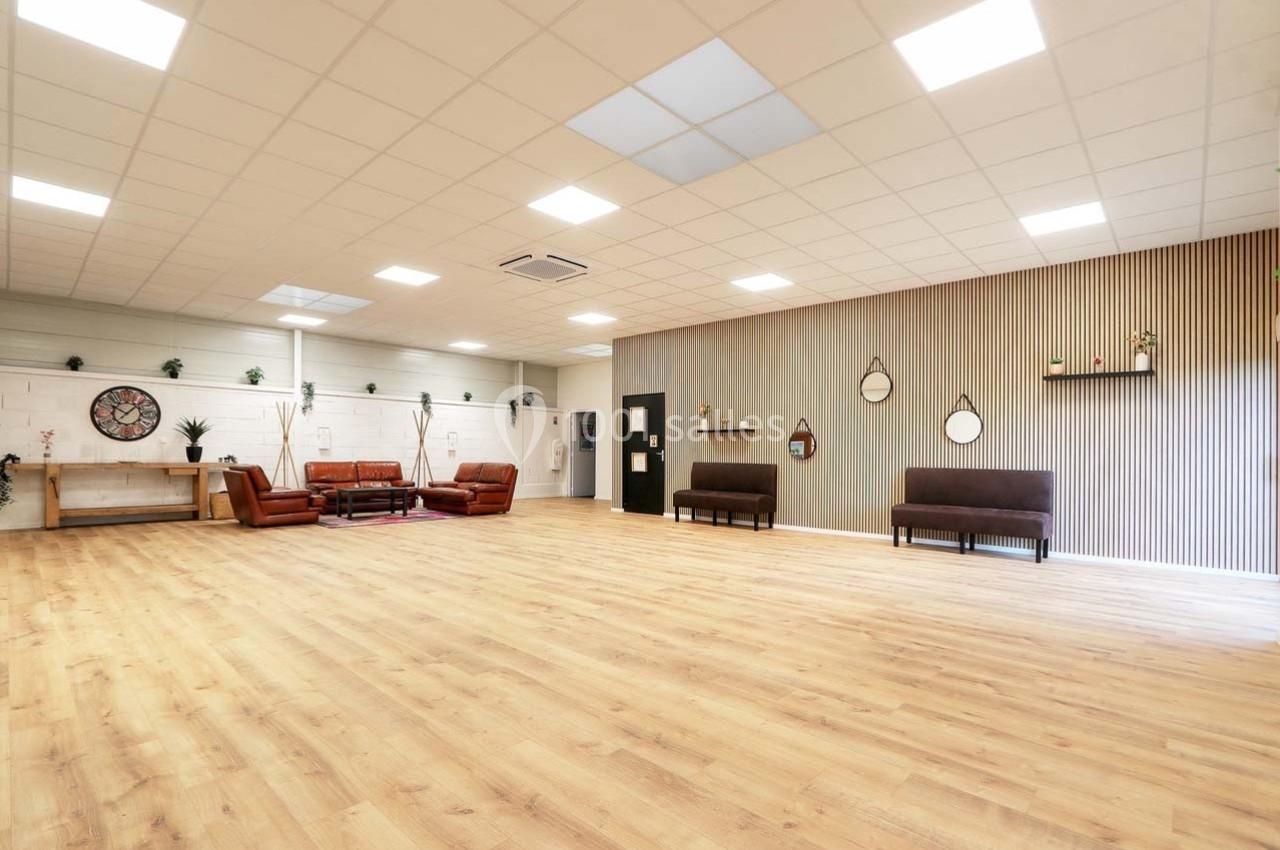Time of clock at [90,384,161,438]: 10:07
